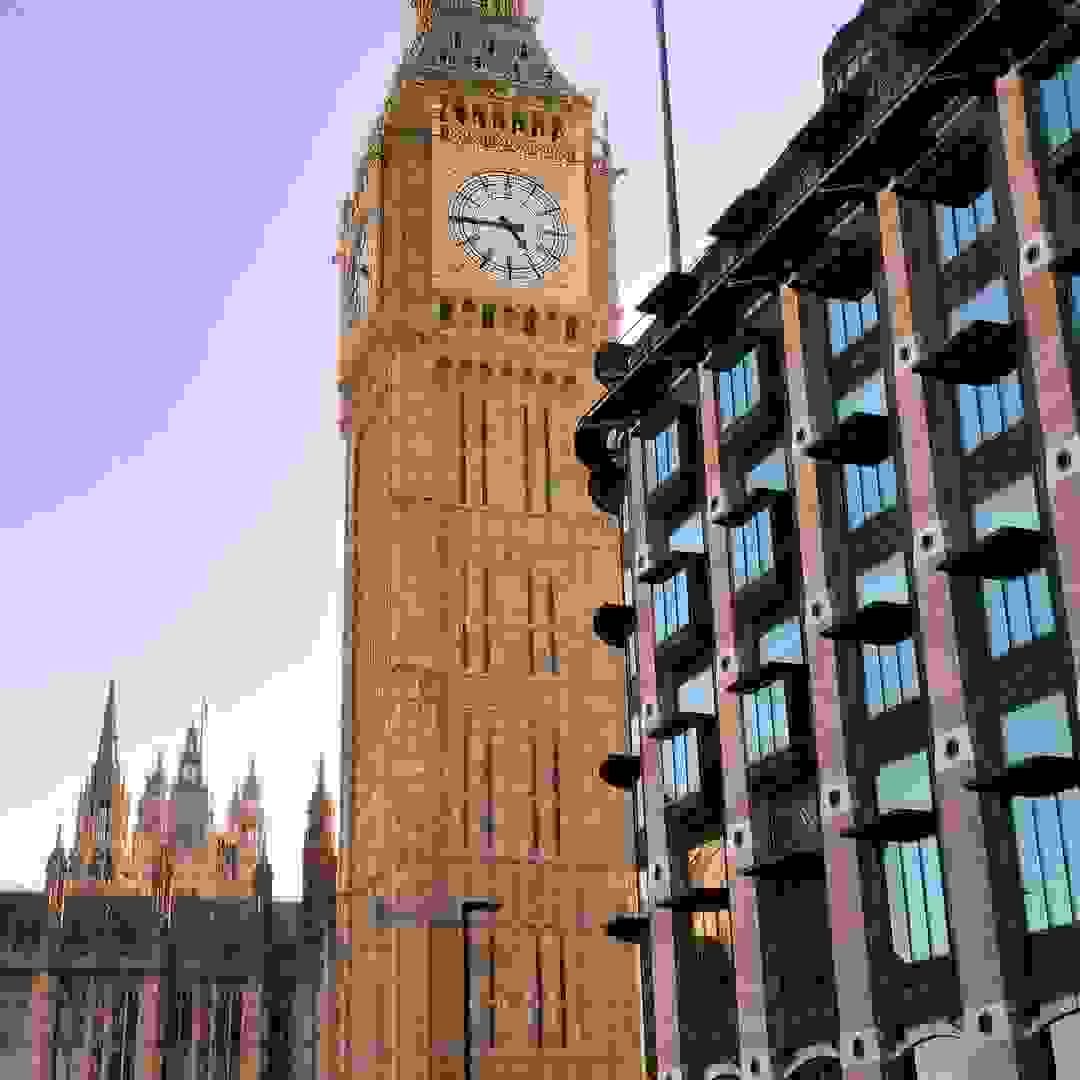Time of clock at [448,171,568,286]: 4:44
